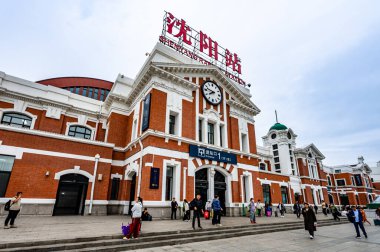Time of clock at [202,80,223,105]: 7:47
